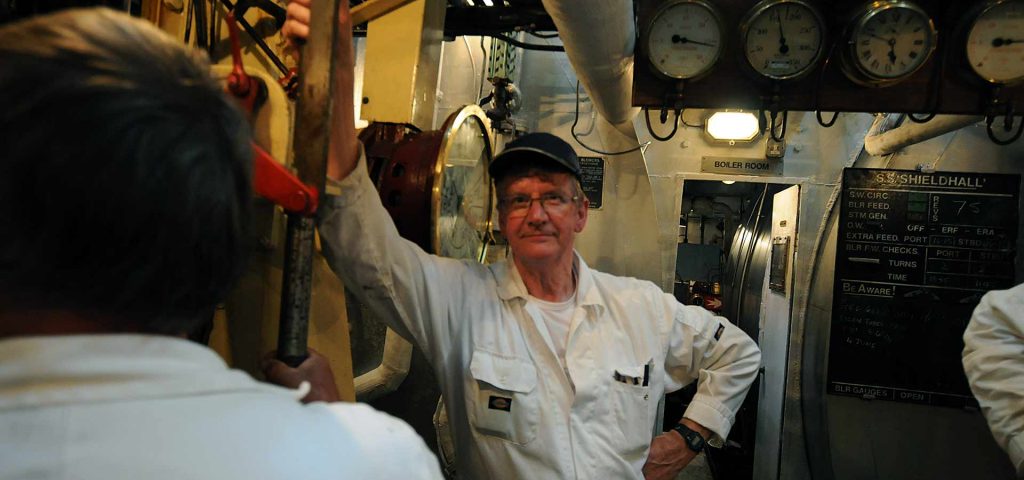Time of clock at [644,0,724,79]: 9:17
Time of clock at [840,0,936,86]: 5:48
